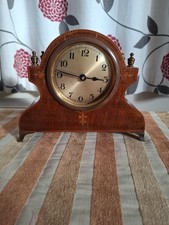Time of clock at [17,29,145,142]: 2:46
